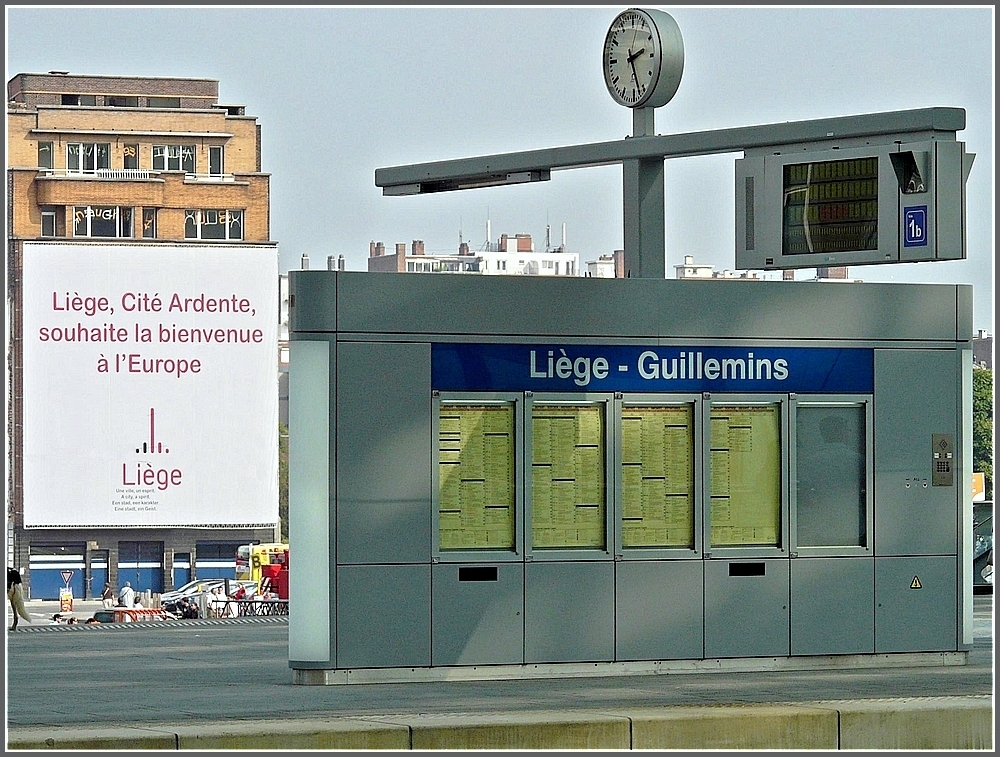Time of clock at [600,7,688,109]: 2:27
